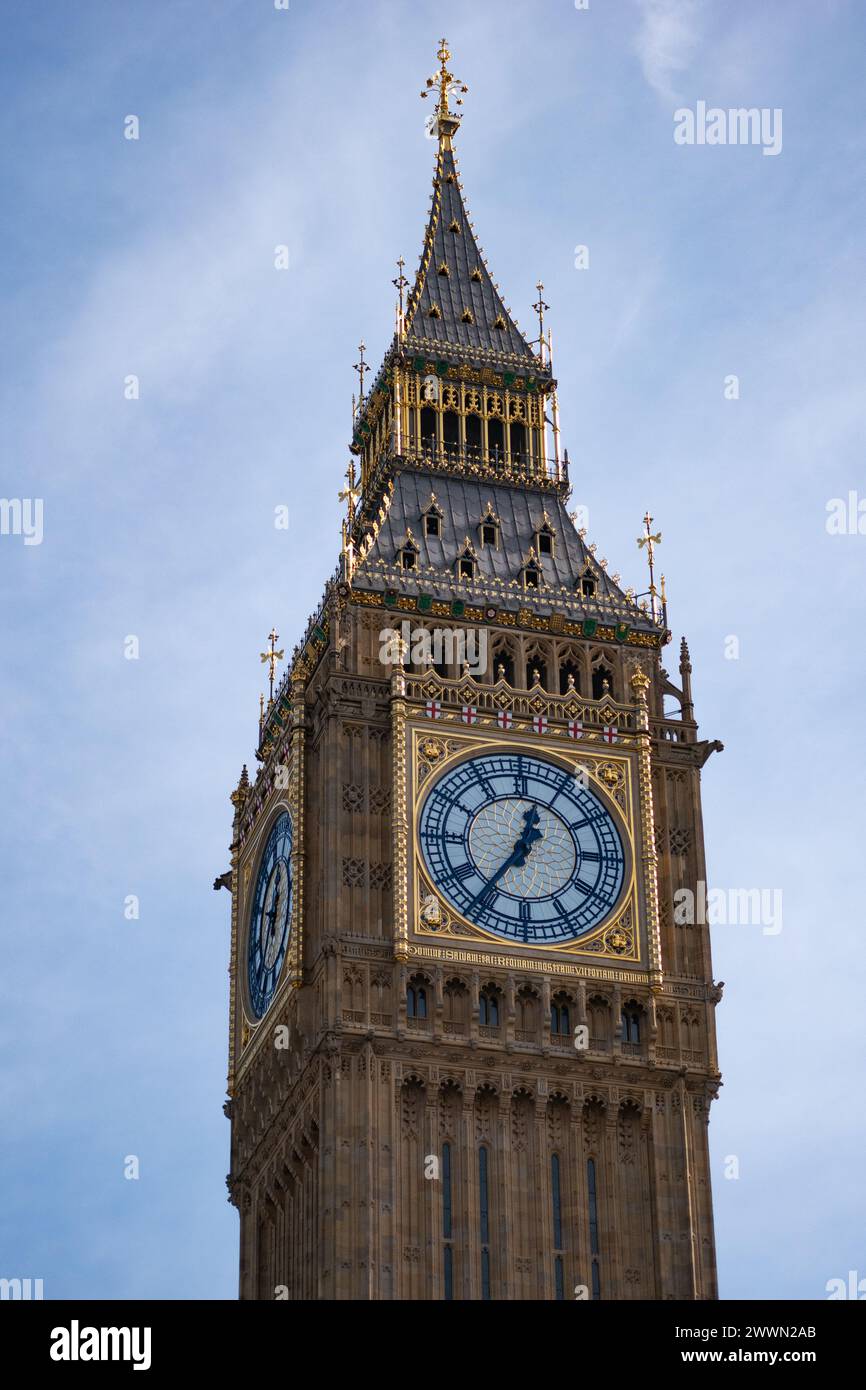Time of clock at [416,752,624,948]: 12:36
